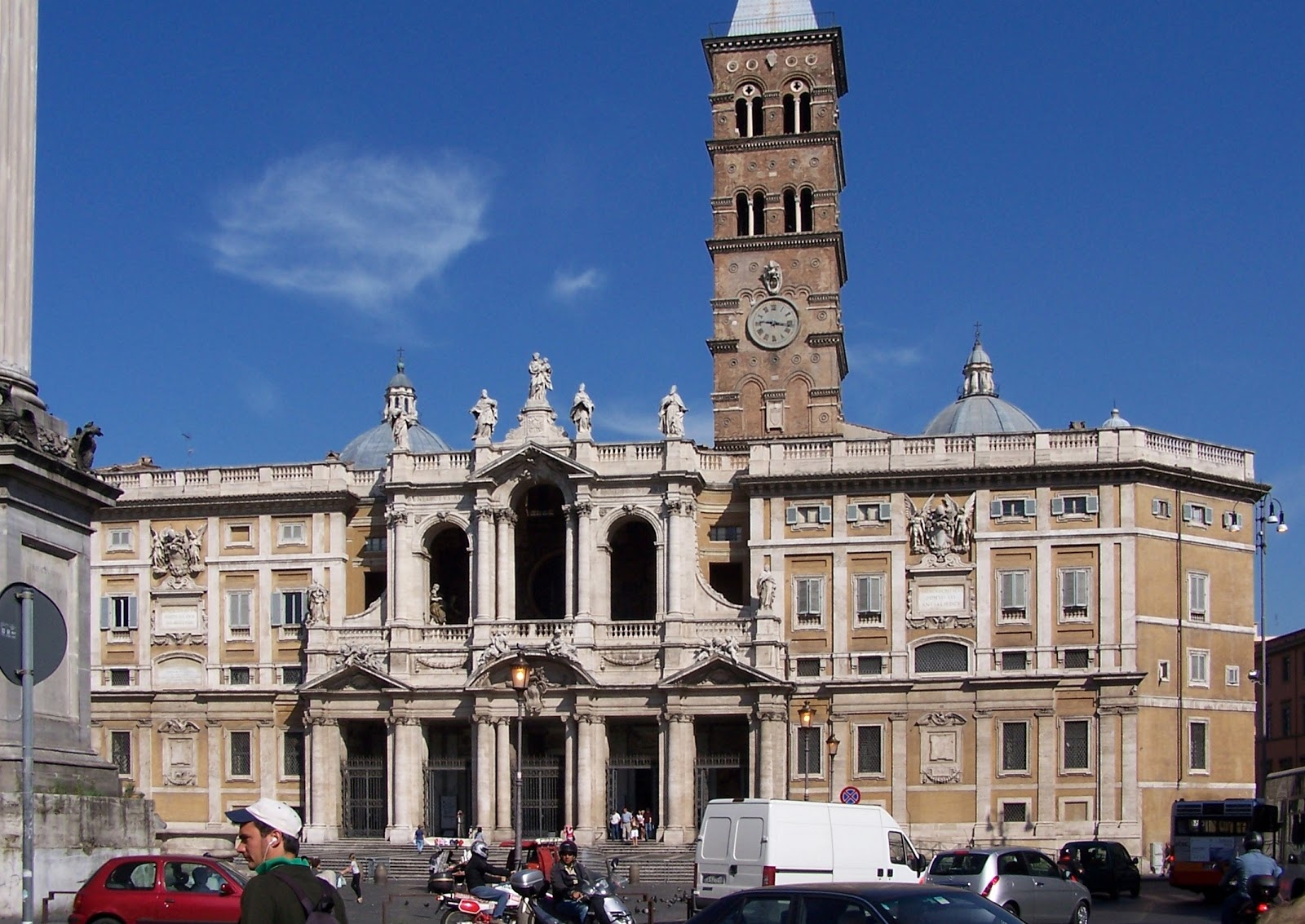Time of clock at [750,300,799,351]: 9:16
